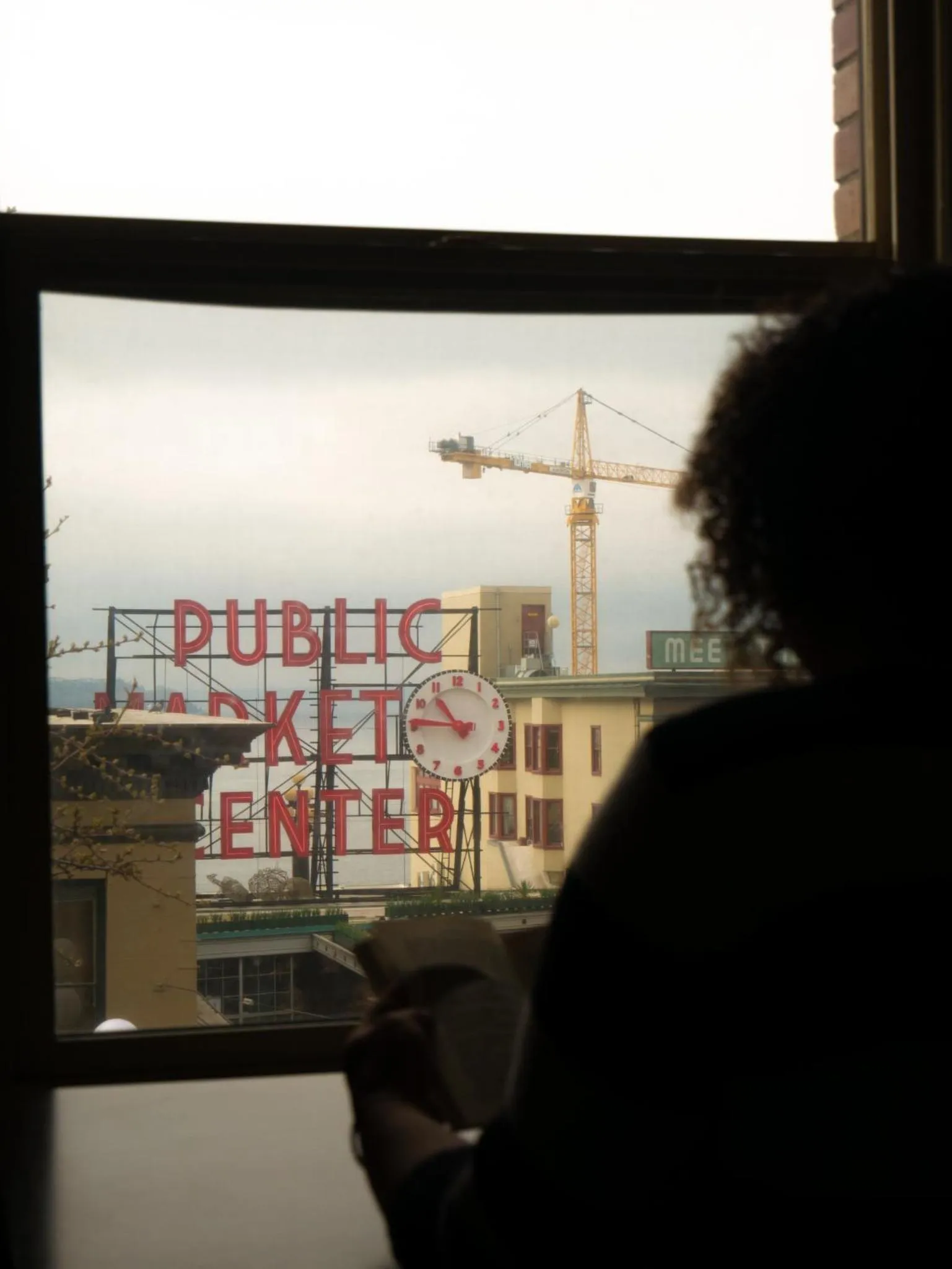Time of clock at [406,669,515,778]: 10:45
